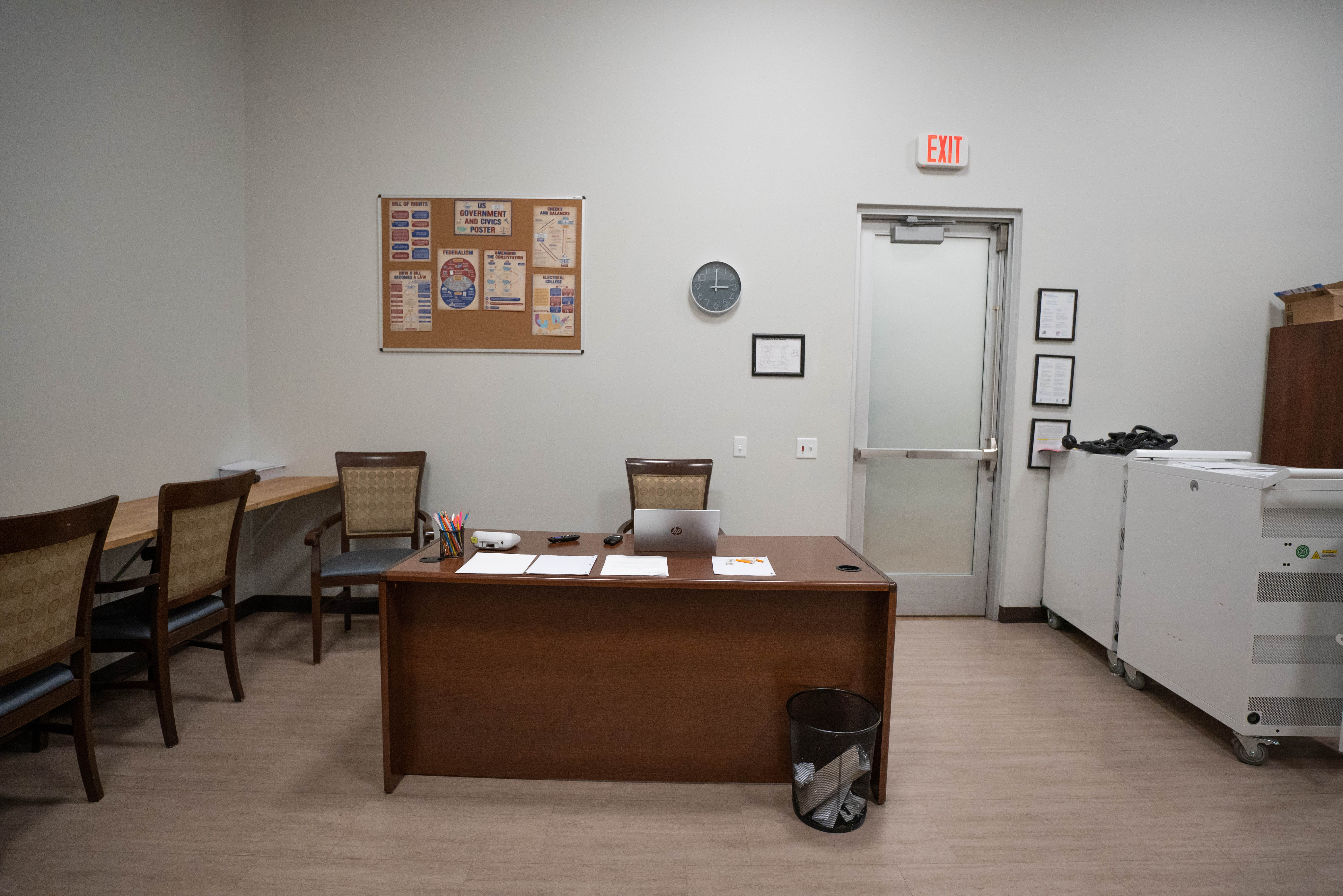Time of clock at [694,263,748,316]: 3:00
